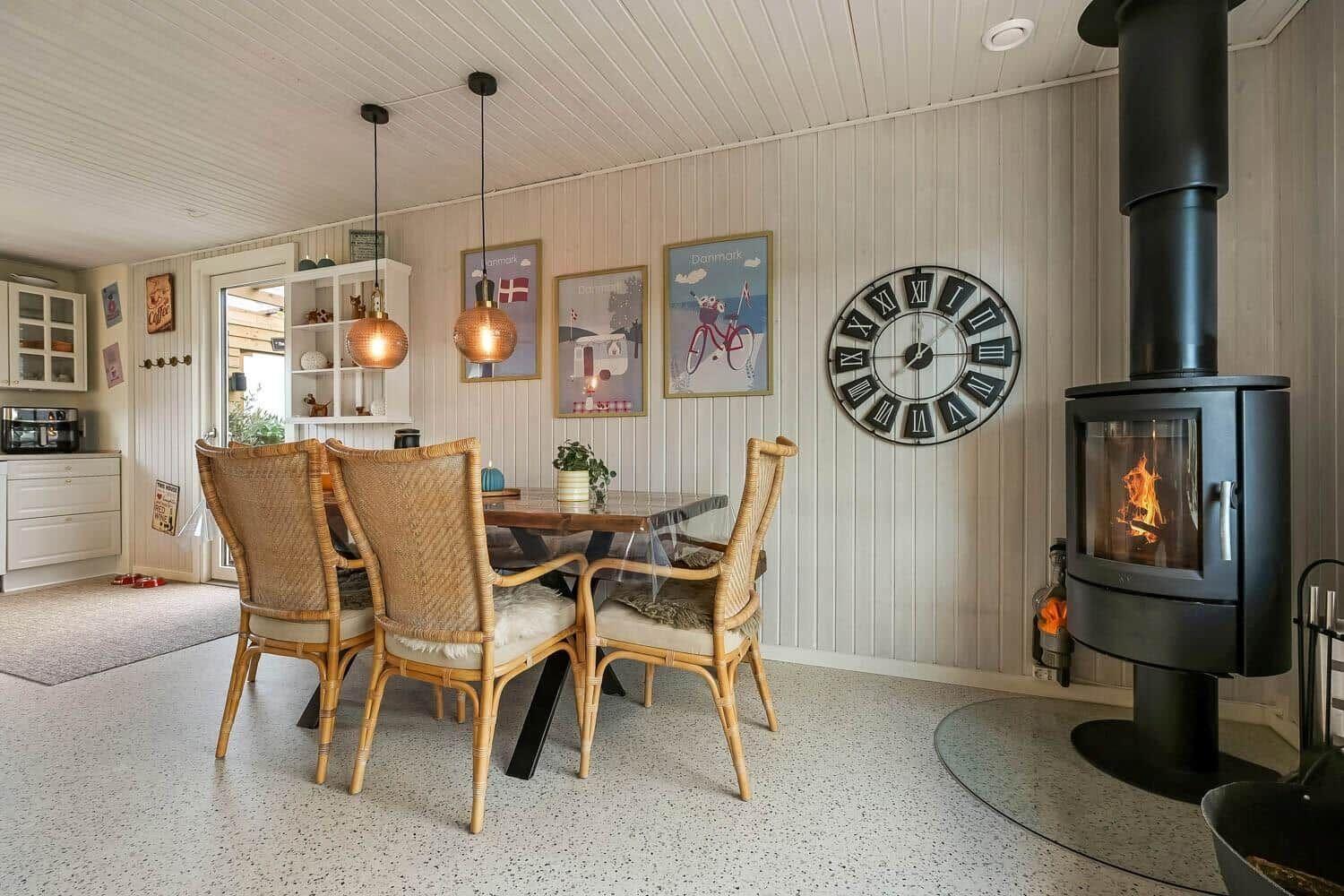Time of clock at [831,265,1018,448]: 8:00
